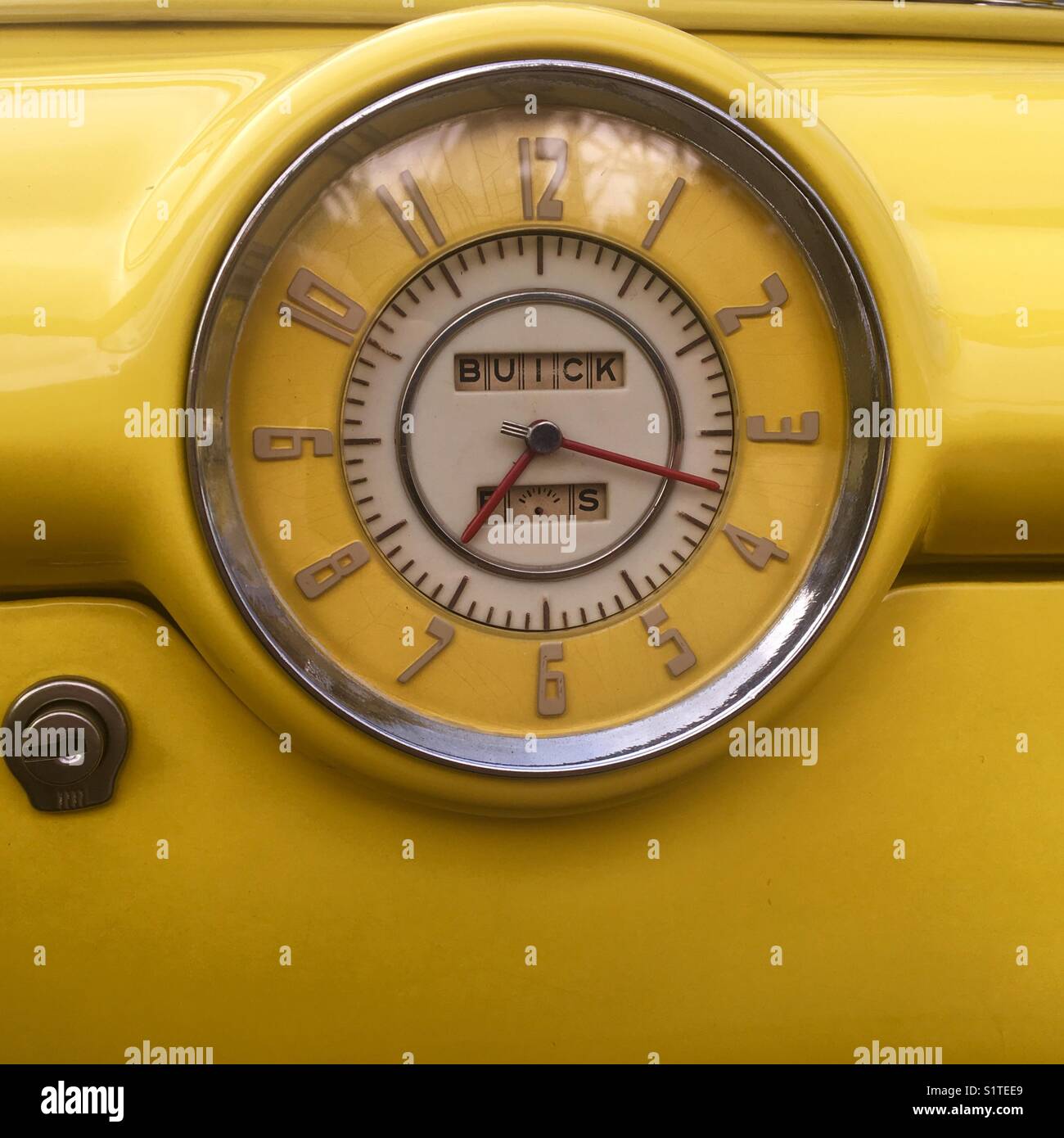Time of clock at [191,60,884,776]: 7:17
